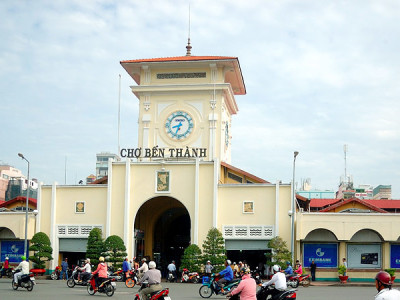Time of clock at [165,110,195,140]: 8:33
